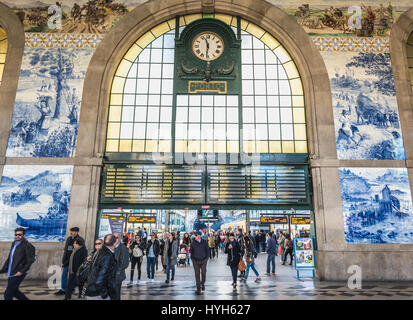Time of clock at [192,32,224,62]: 11:31
